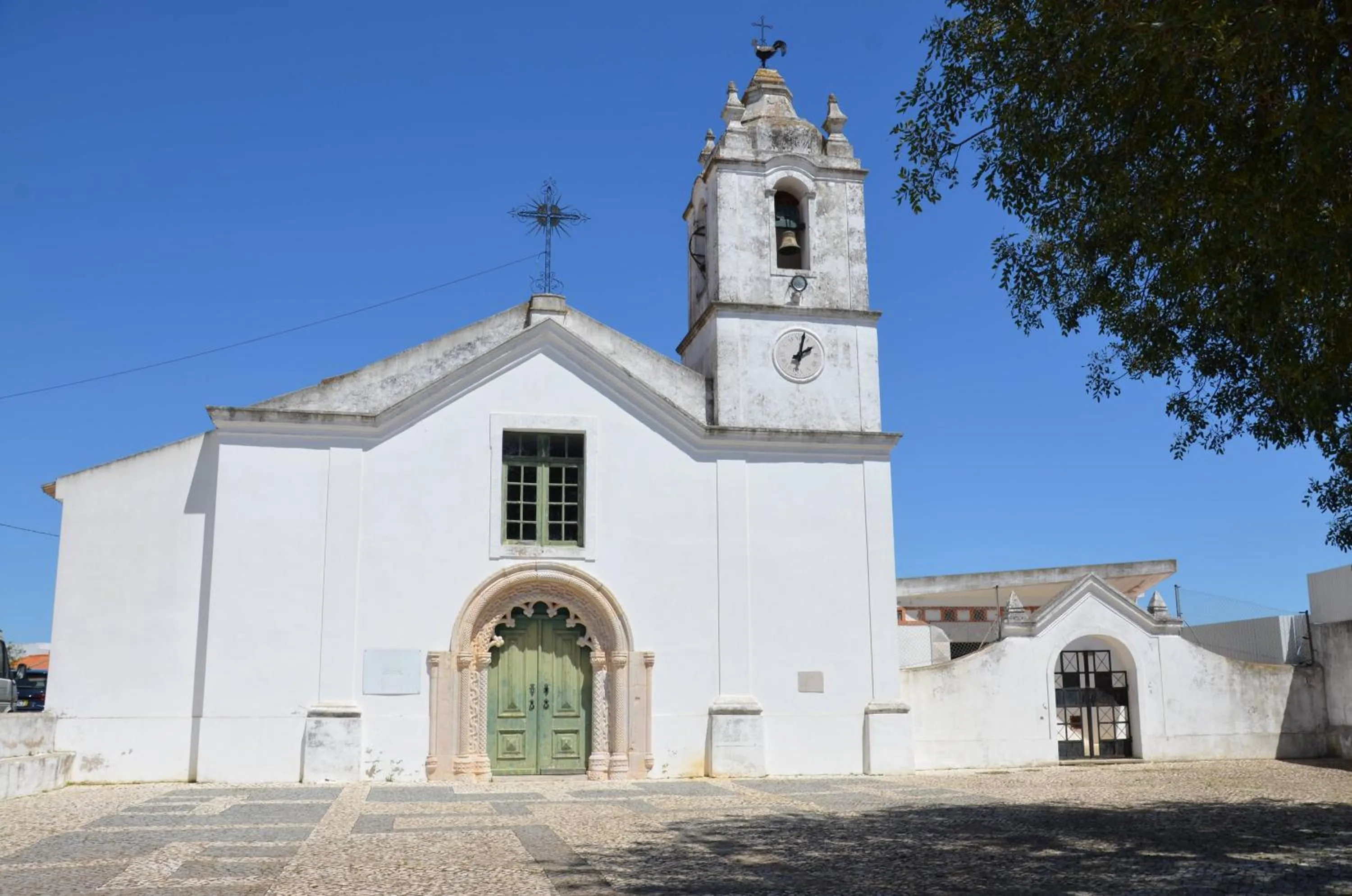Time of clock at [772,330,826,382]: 2:02
